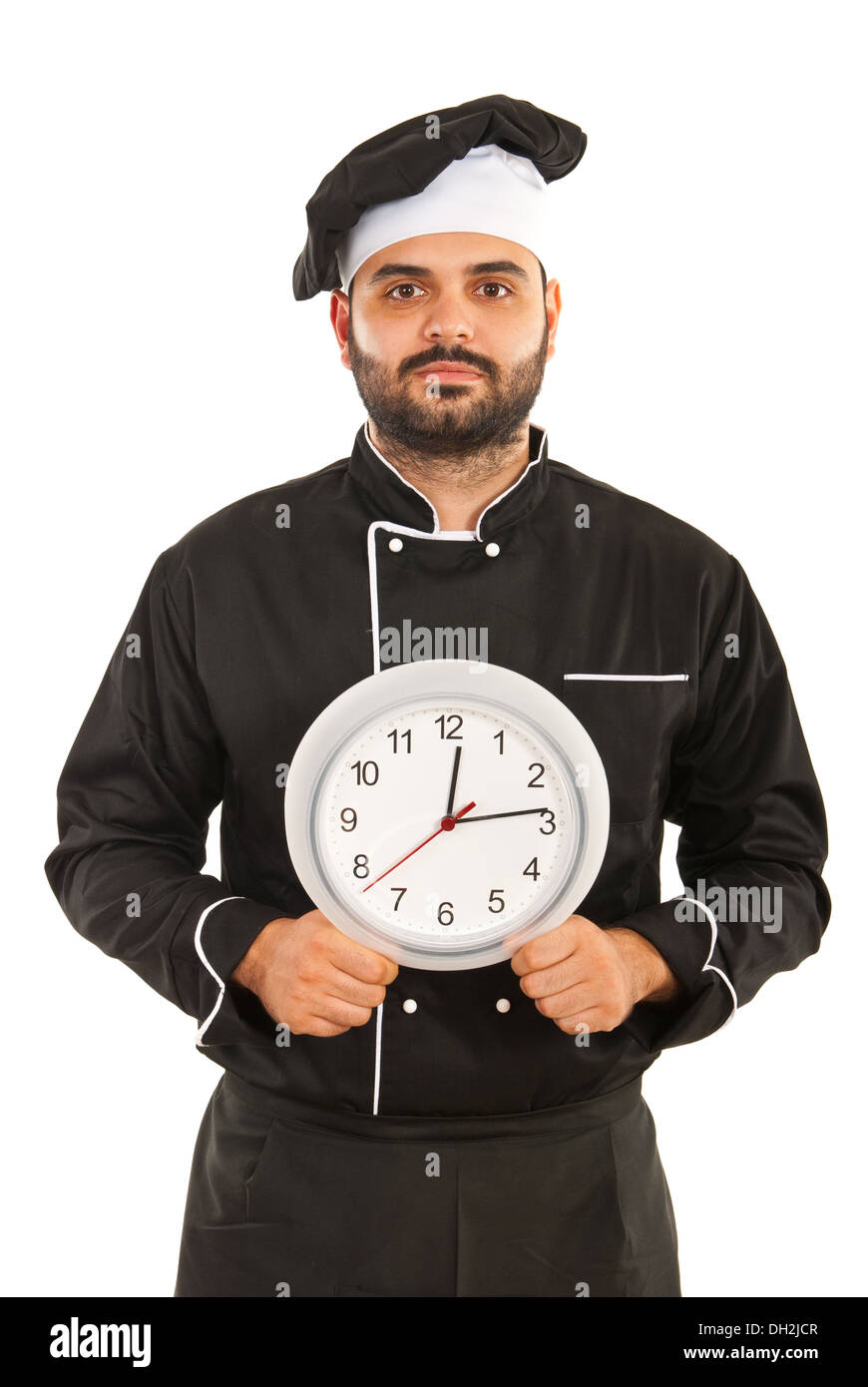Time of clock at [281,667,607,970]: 12:13
